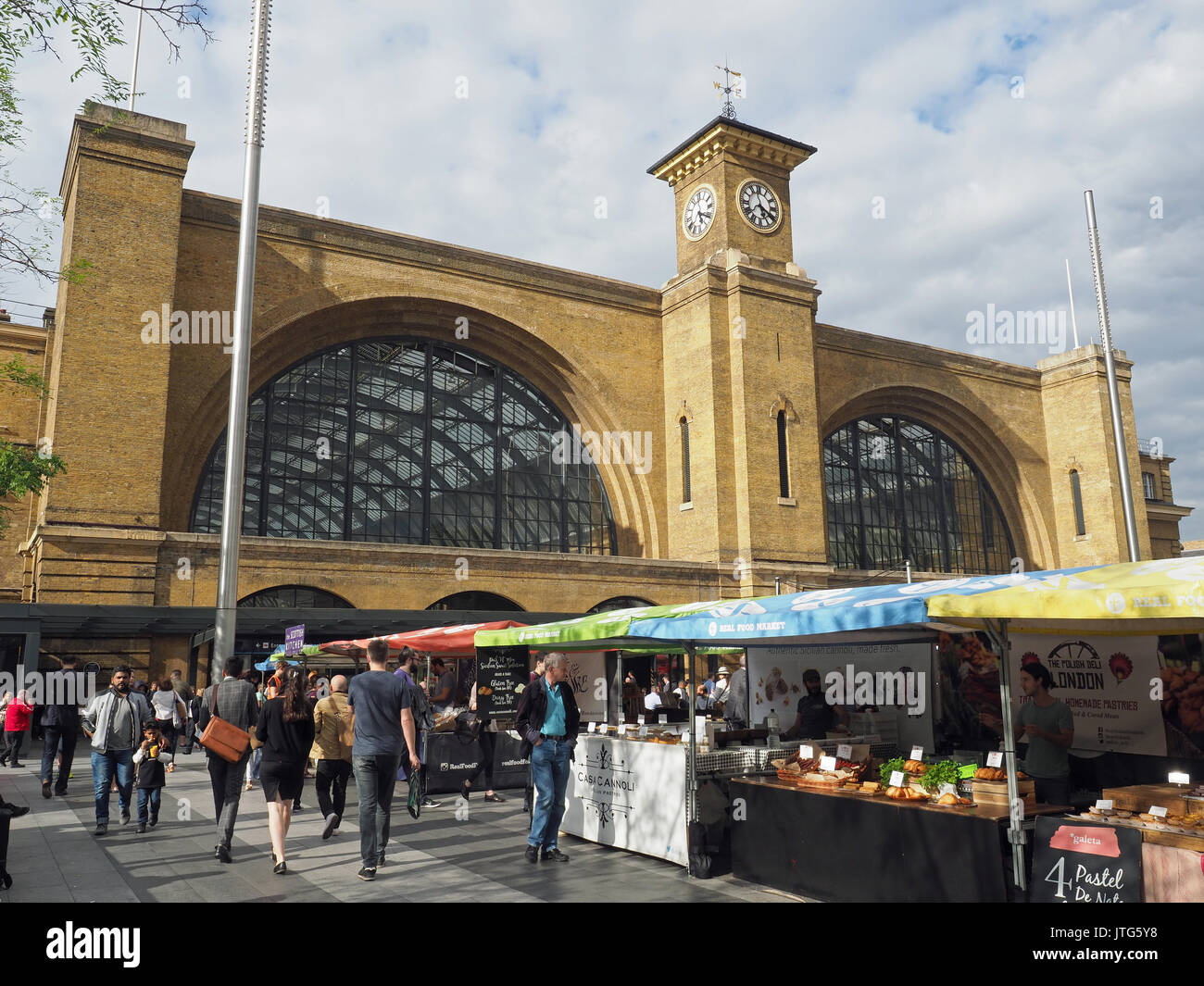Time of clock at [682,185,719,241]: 5:20
